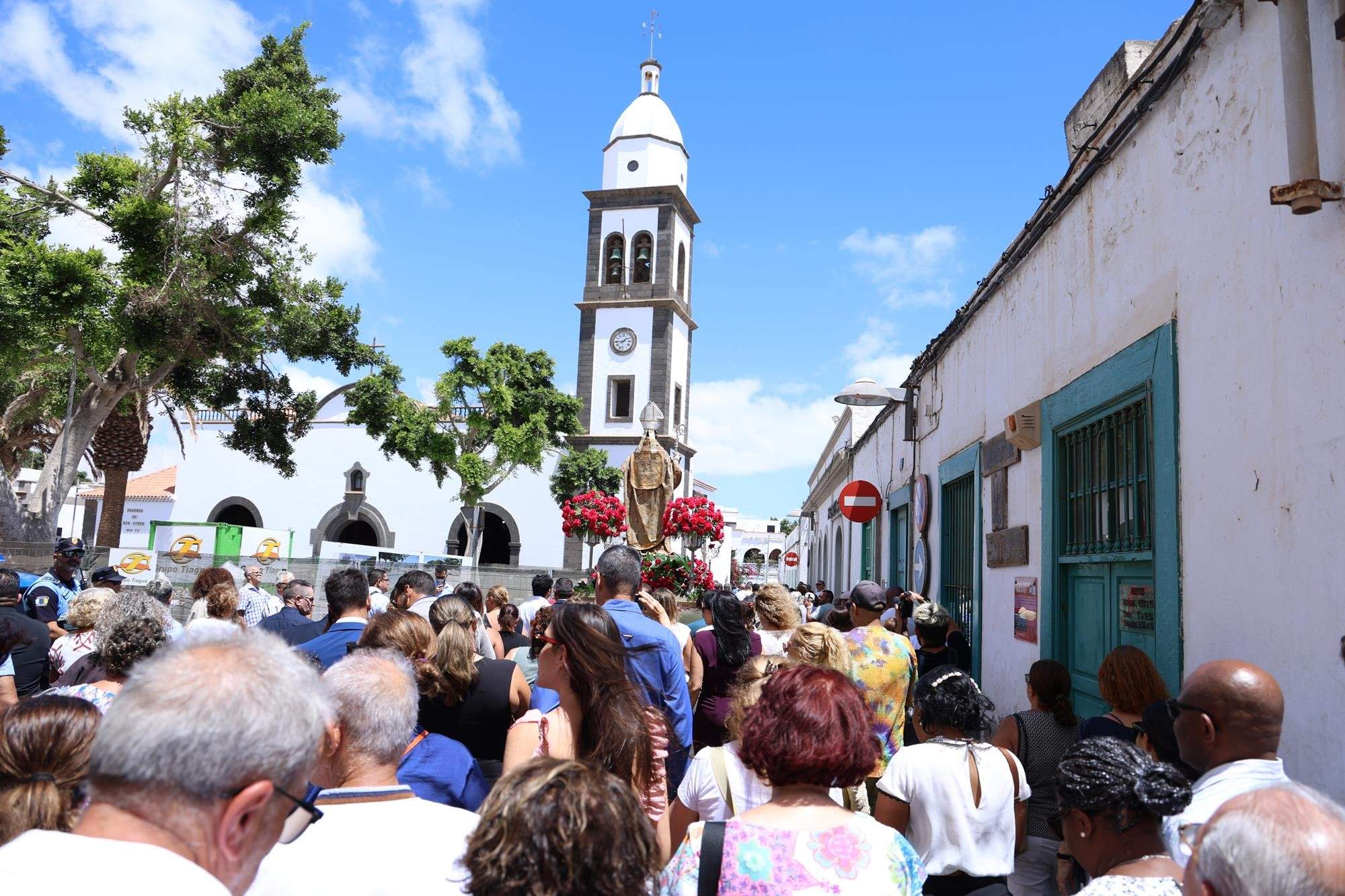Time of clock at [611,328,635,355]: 1:44
